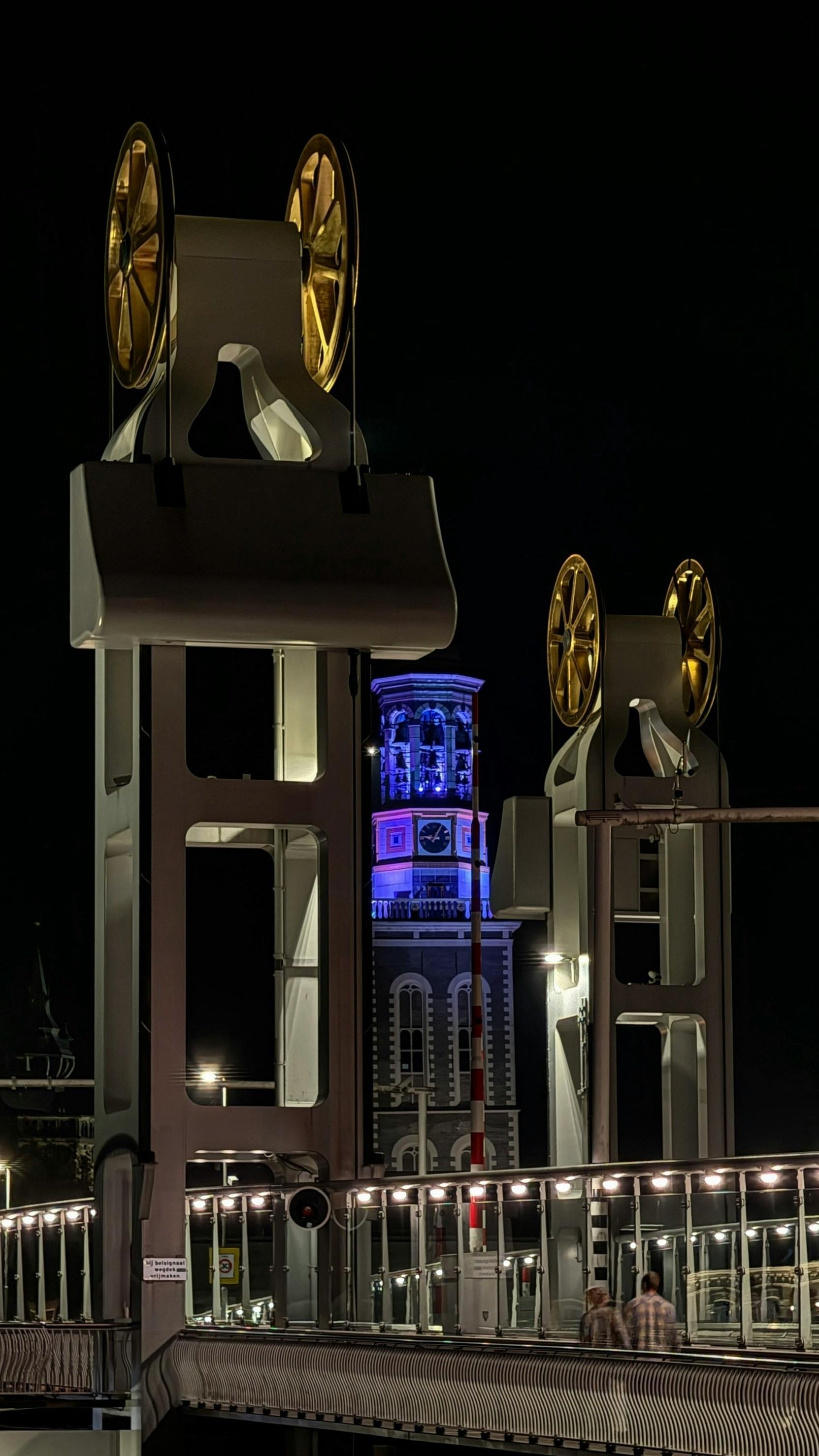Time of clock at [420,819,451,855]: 9:05
